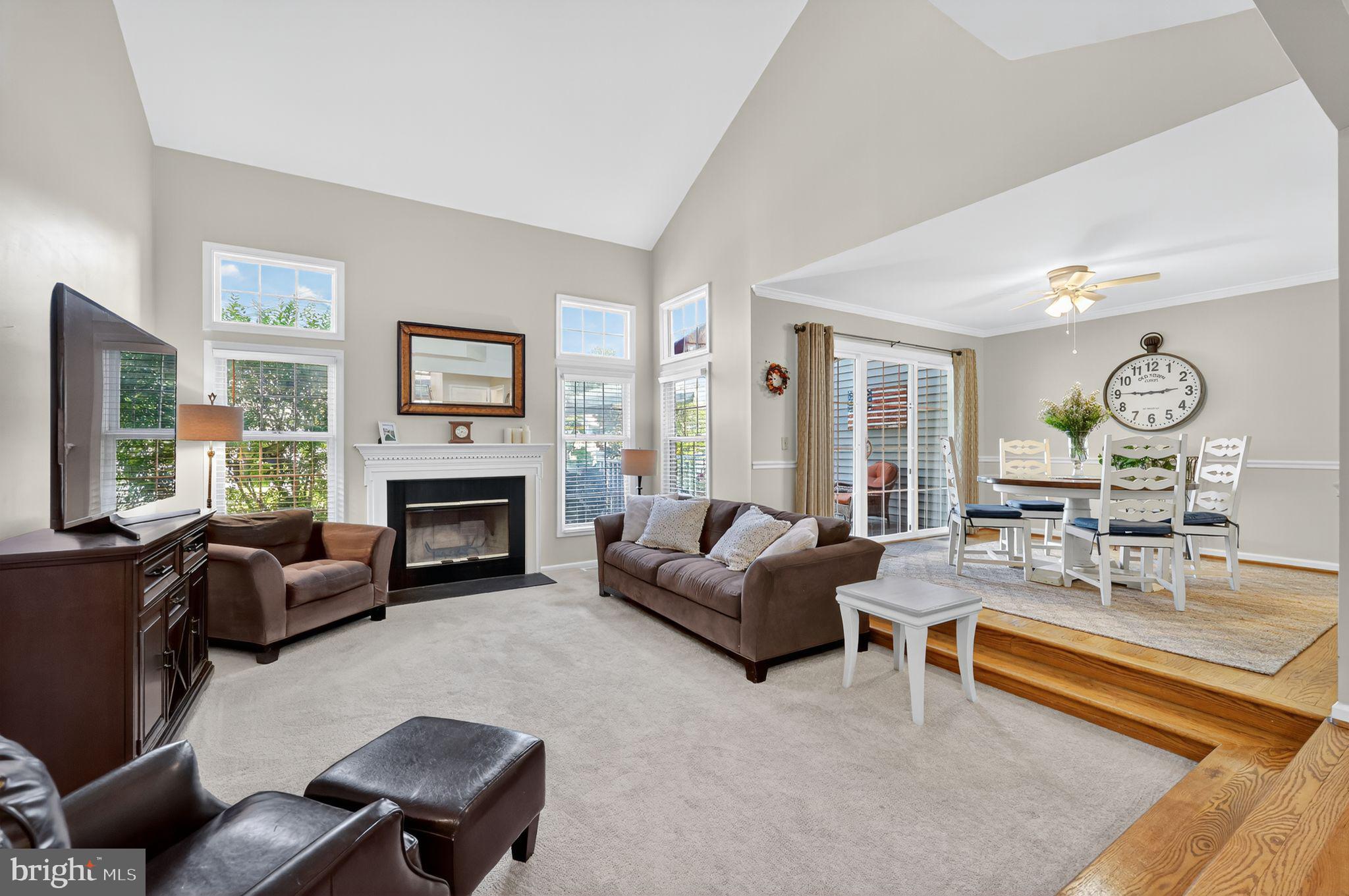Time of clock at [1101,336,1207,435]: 2:45
